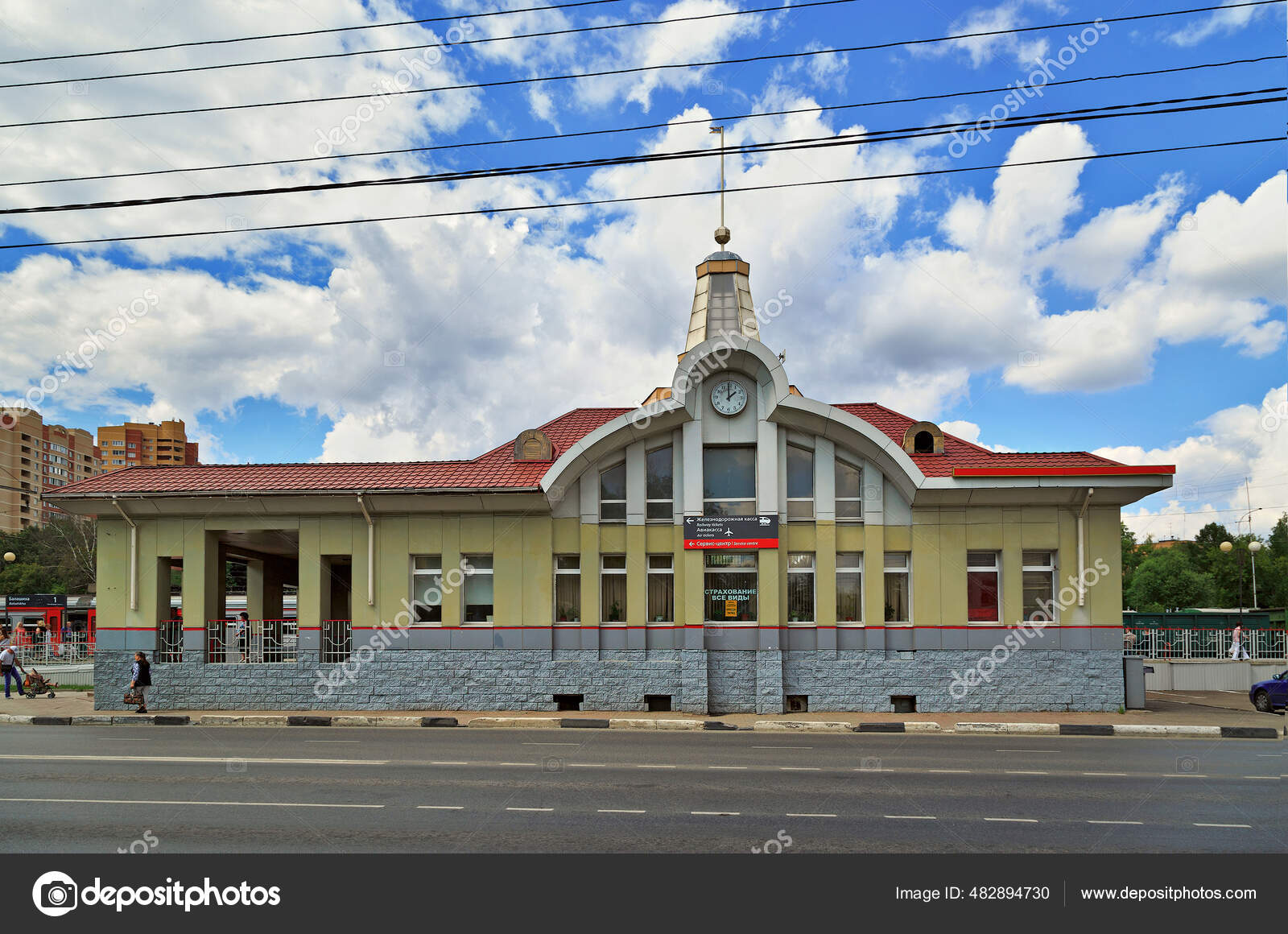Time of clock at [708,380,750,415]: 1:59
